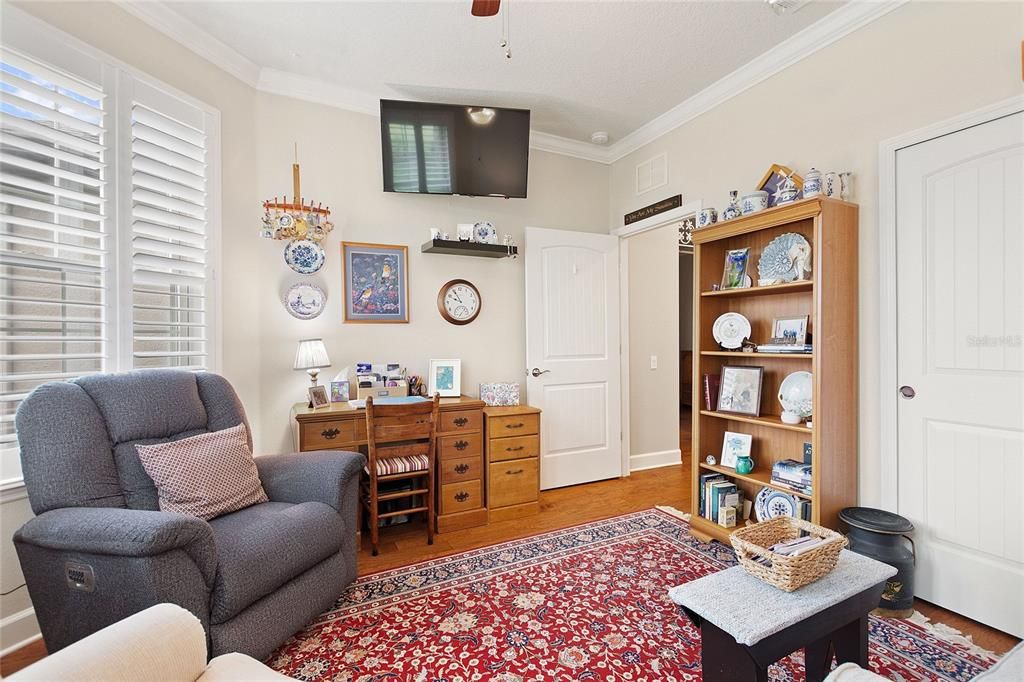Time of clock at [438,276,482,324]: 9:55
